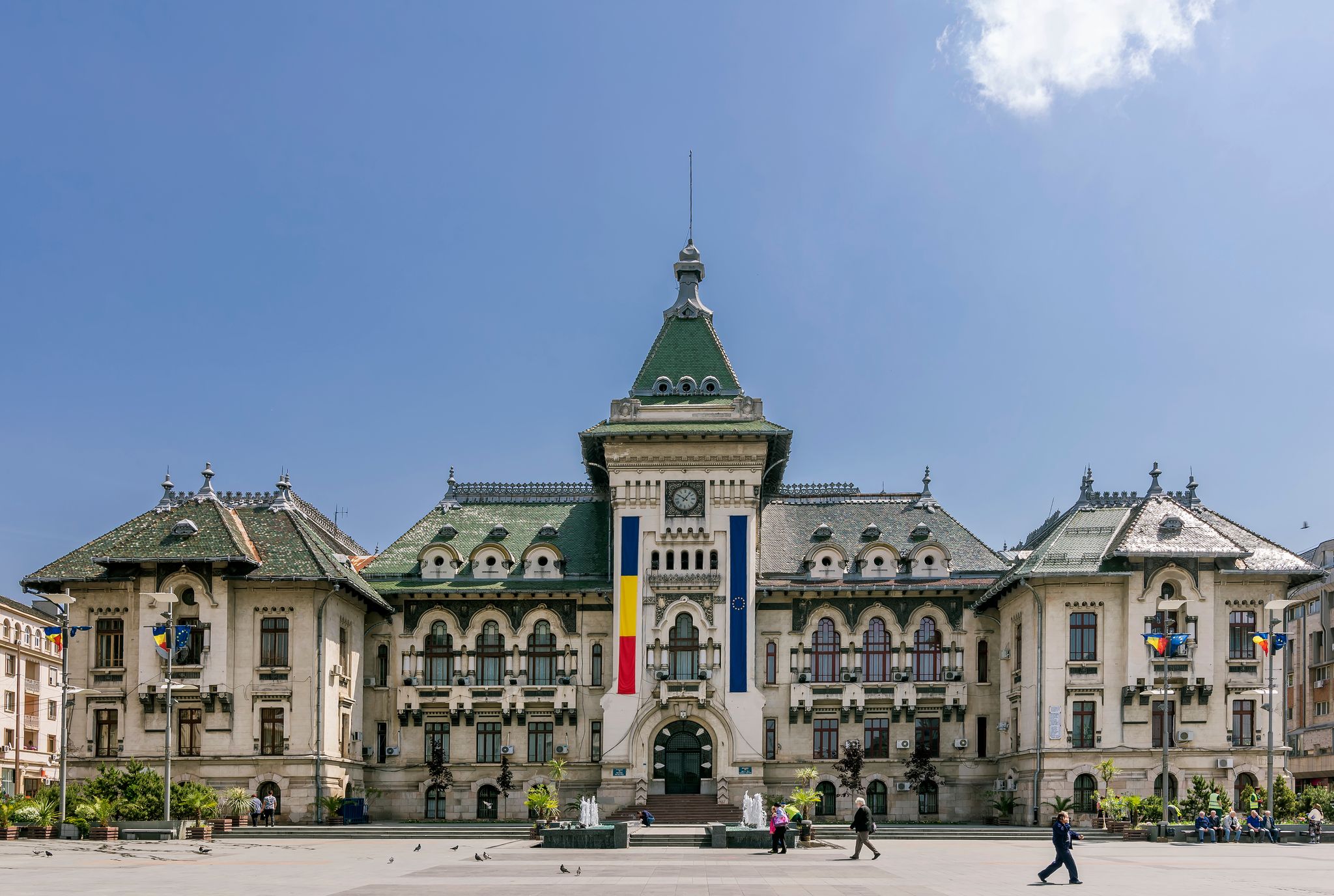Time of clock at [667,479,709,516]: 10:06
